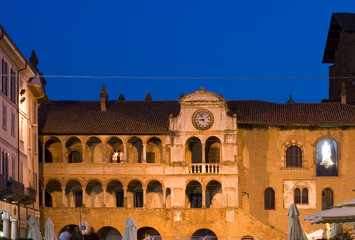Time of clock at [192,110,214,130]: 8:56
